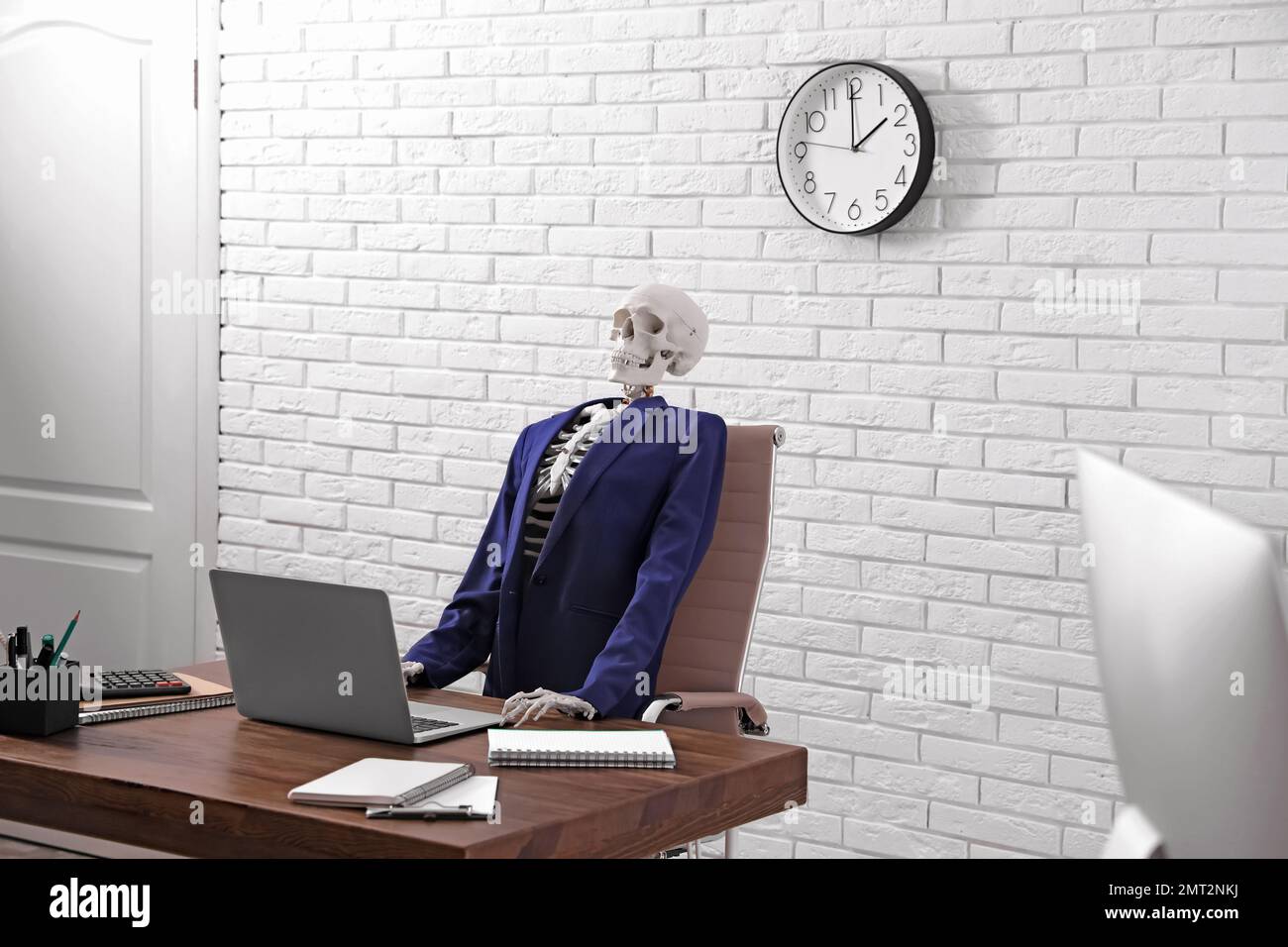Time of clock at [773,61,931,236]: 1:59
